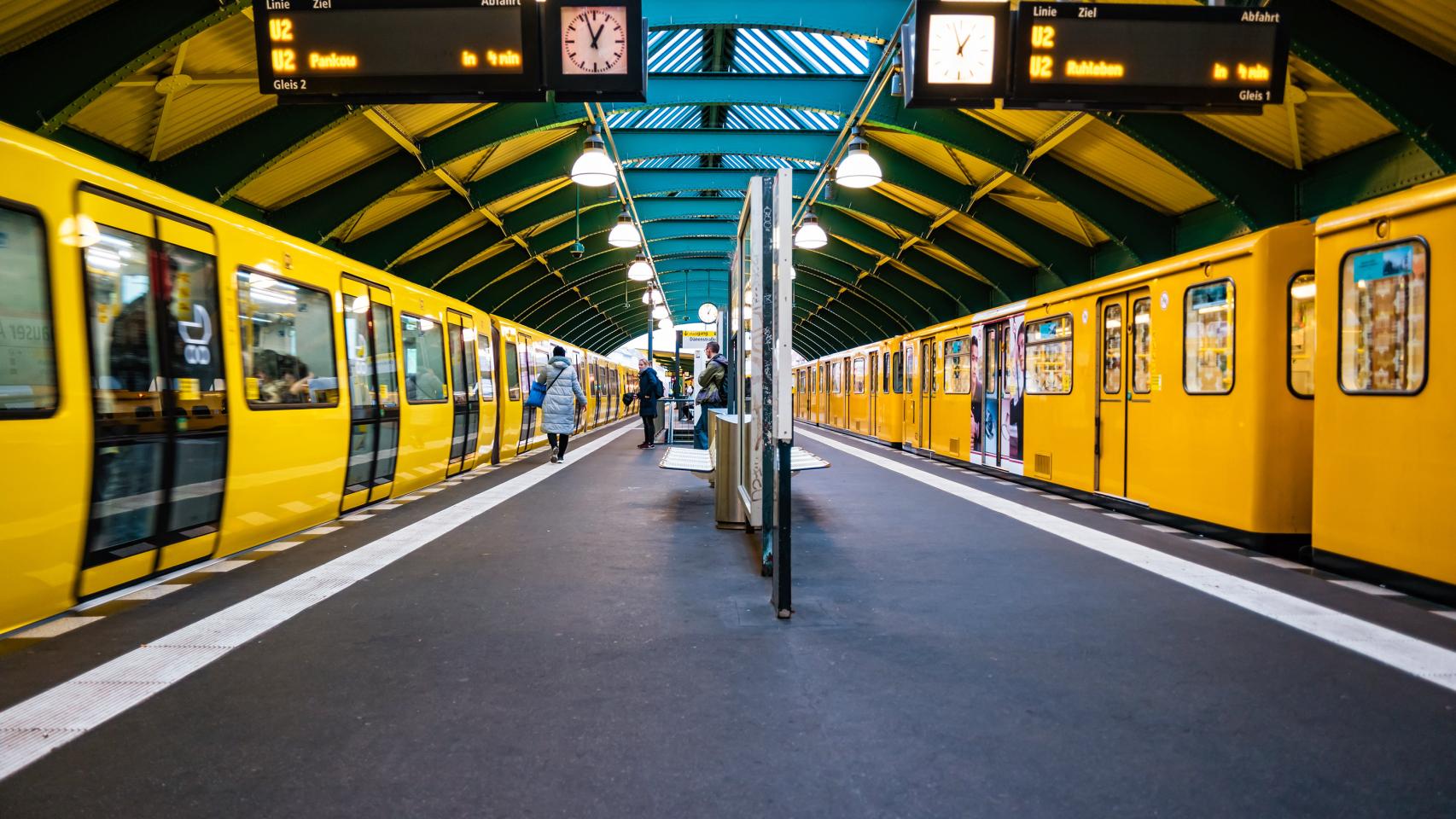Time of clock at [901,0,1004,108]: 12:57
